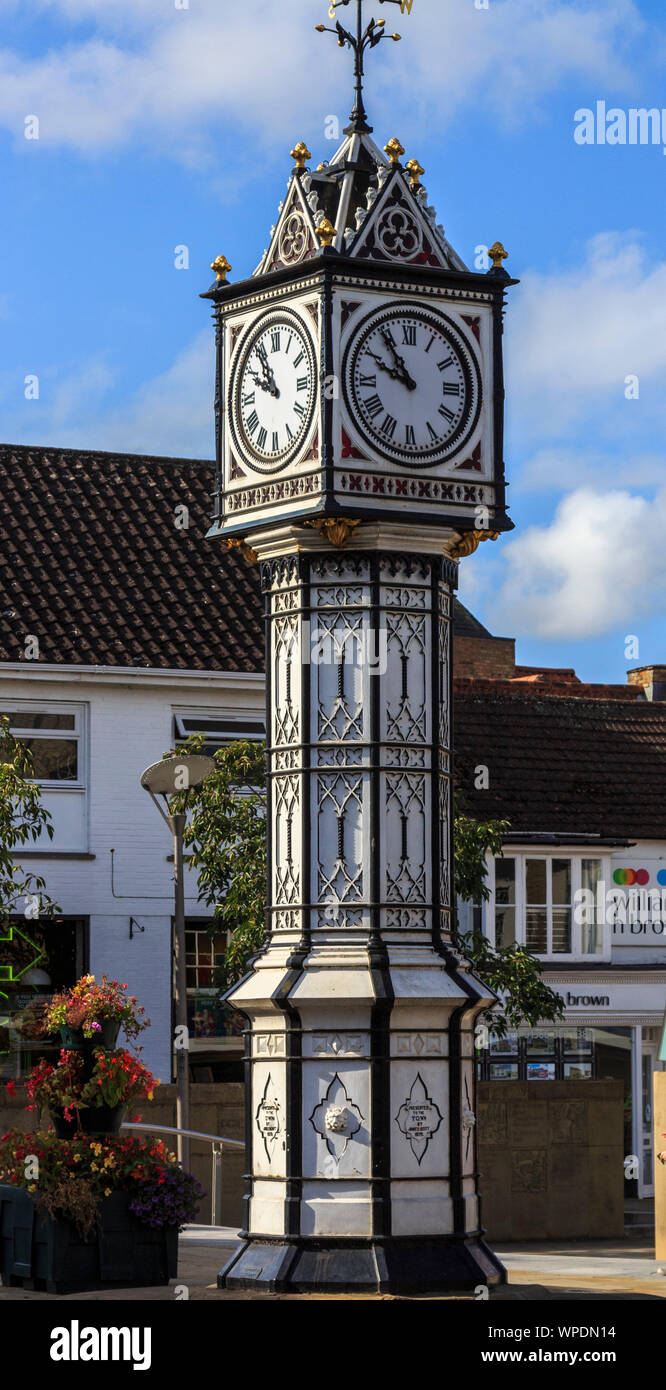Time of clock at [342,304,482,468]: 9:54
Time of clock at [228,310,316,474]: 9:53
